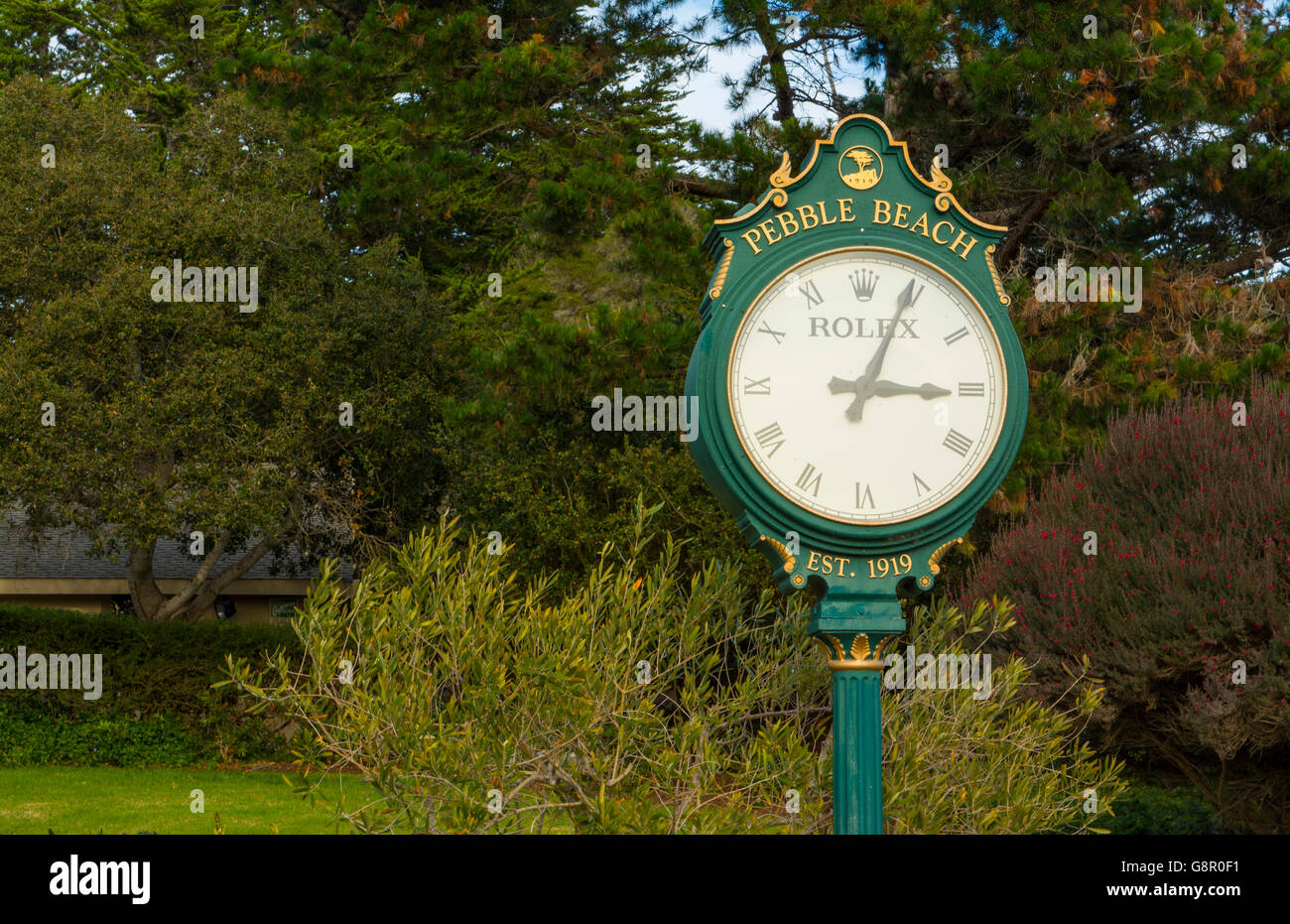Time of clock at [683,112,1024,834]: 3:04
